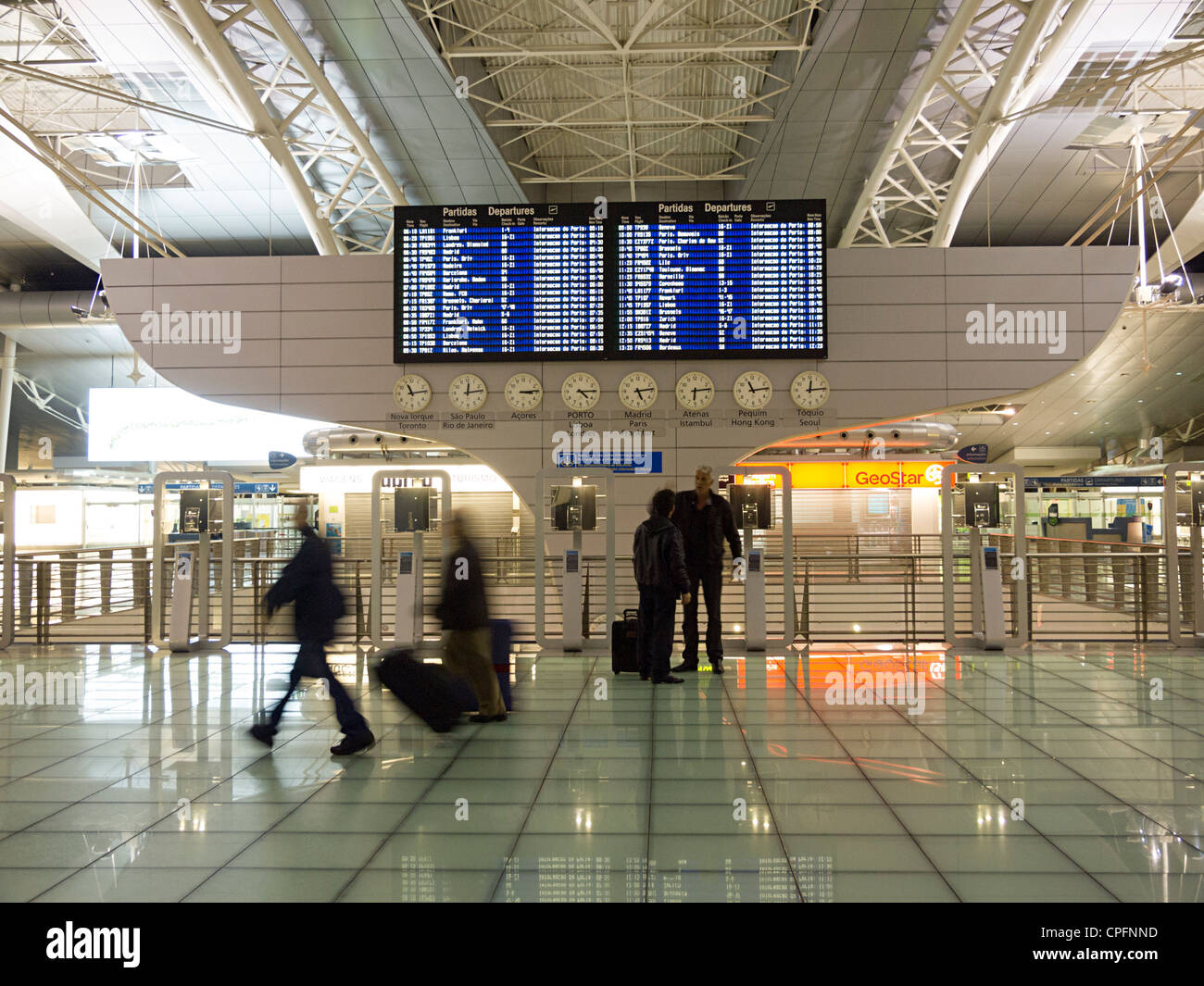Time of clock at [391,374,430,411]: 11:13
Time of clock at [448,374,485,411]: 12:13
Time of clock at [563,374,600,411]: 4:14
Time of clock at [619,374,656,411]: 5:13
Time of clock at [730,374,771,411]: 11:13
